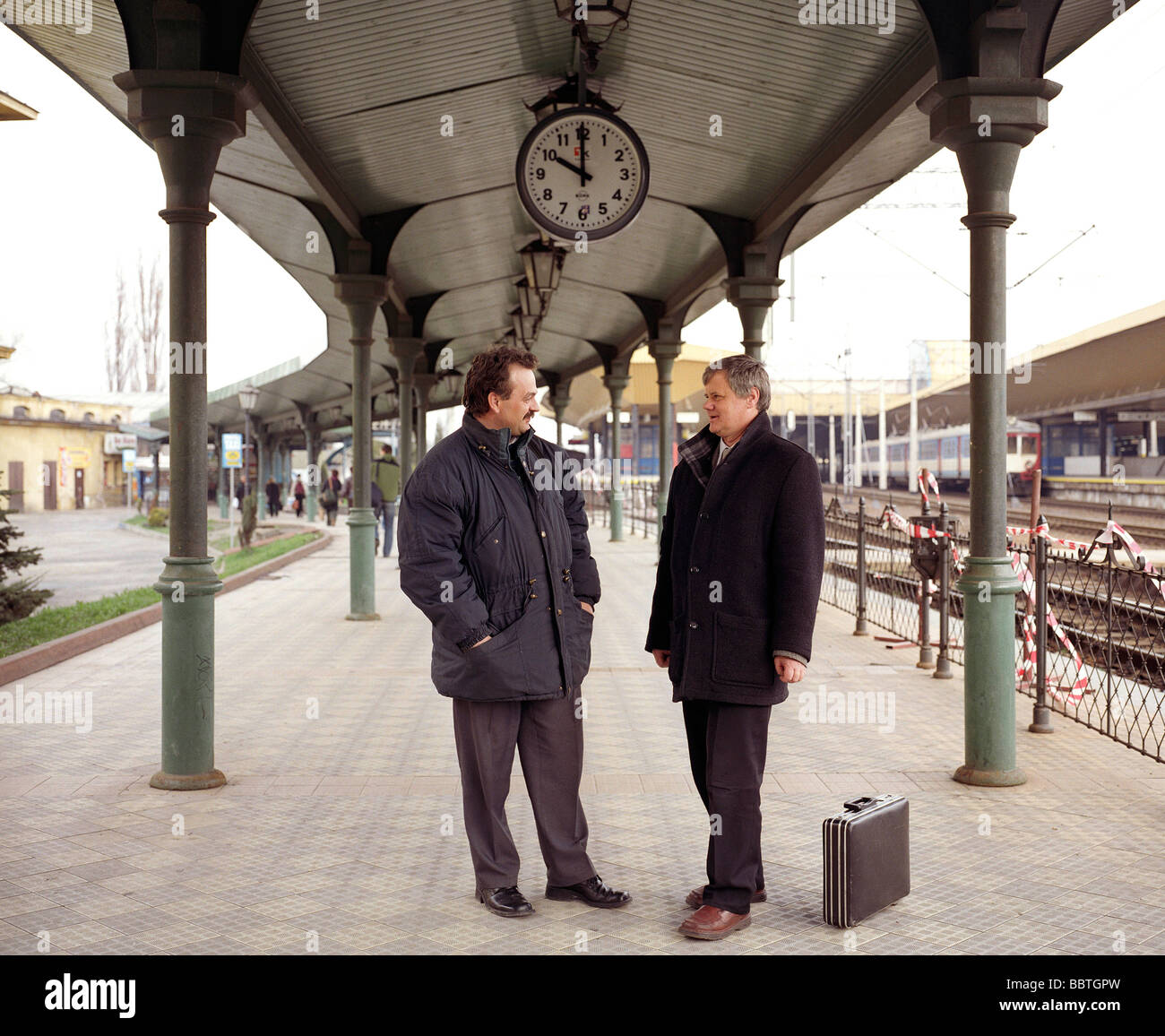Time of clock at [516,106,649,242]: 9:59
